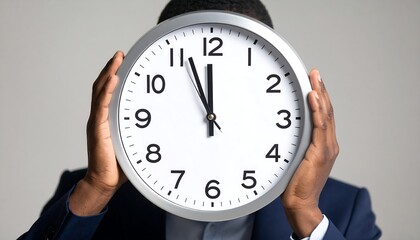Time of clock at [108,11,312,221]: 11:56
